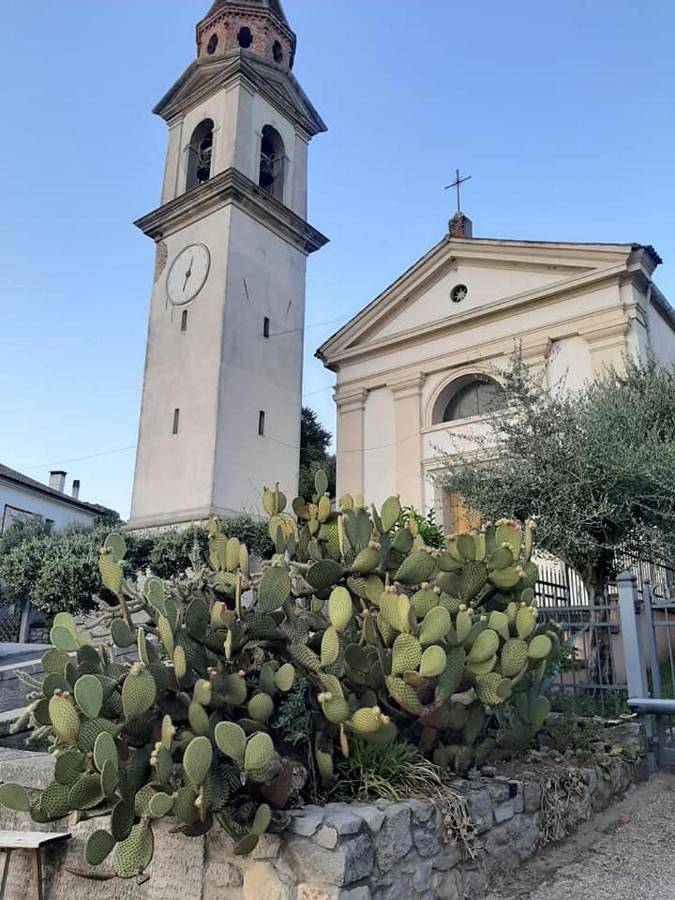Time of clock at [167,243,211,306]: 12:32
